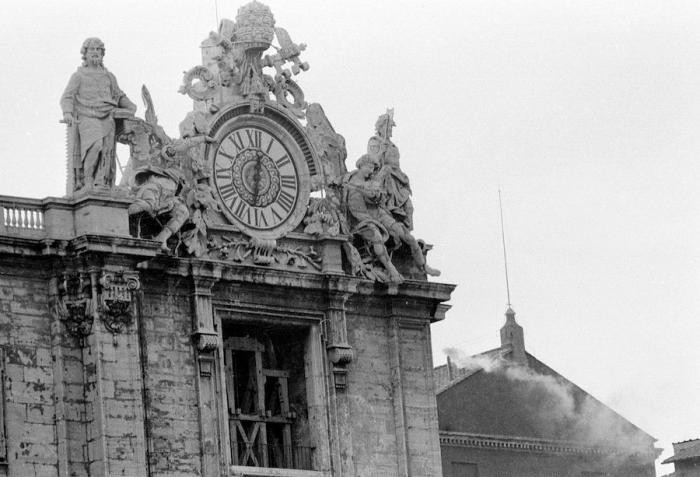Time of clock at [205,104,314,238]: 12:32
